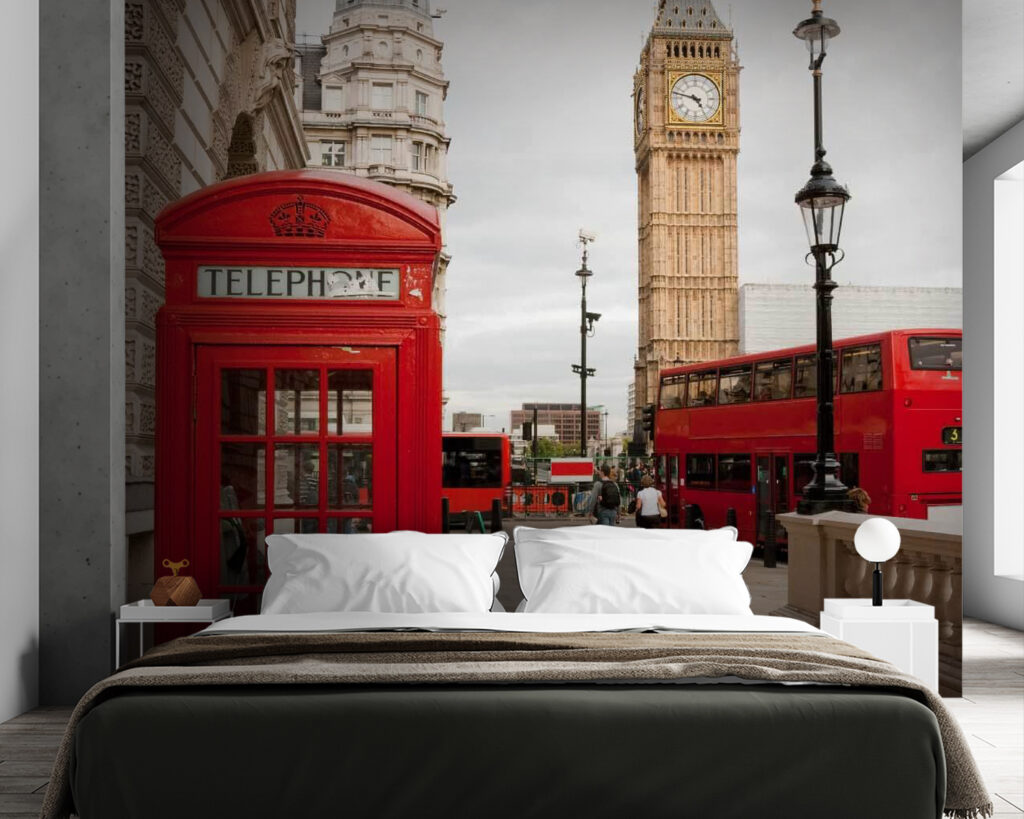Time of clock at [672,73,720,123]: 4:47
